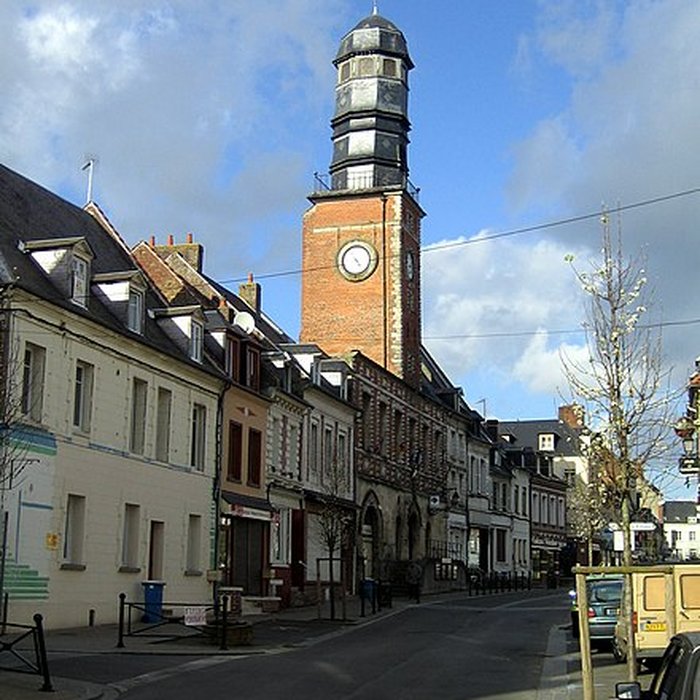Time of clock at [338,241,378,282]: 4:23
